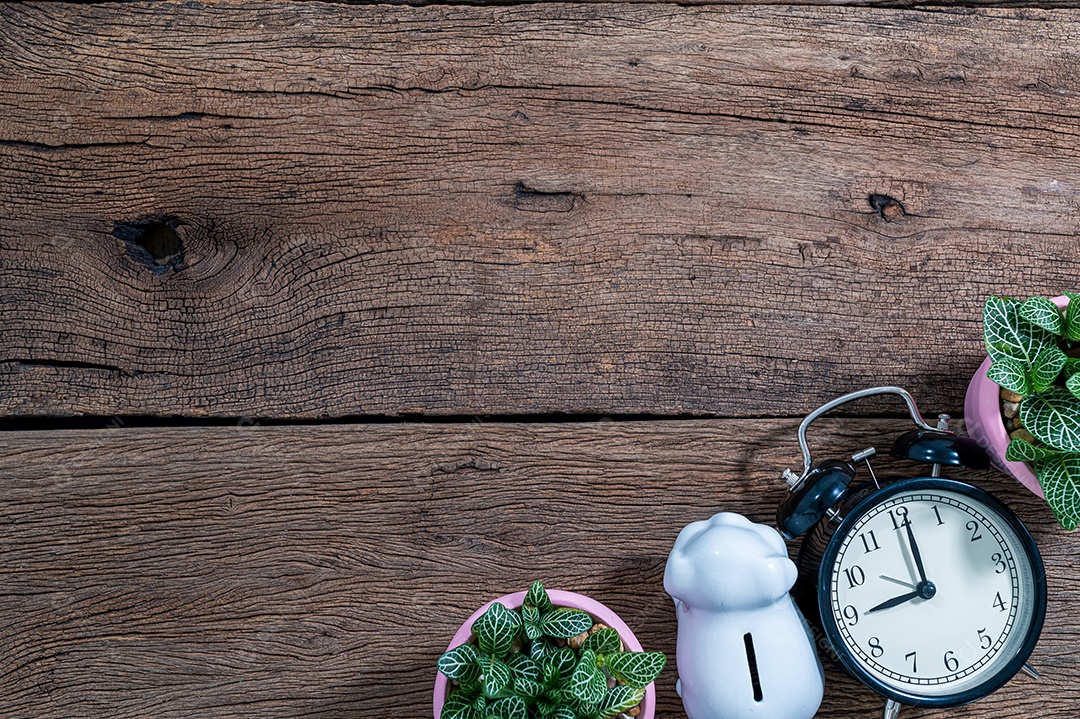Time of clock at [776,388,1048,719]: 9:01
